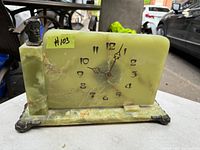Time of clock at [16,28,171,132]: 5:03
